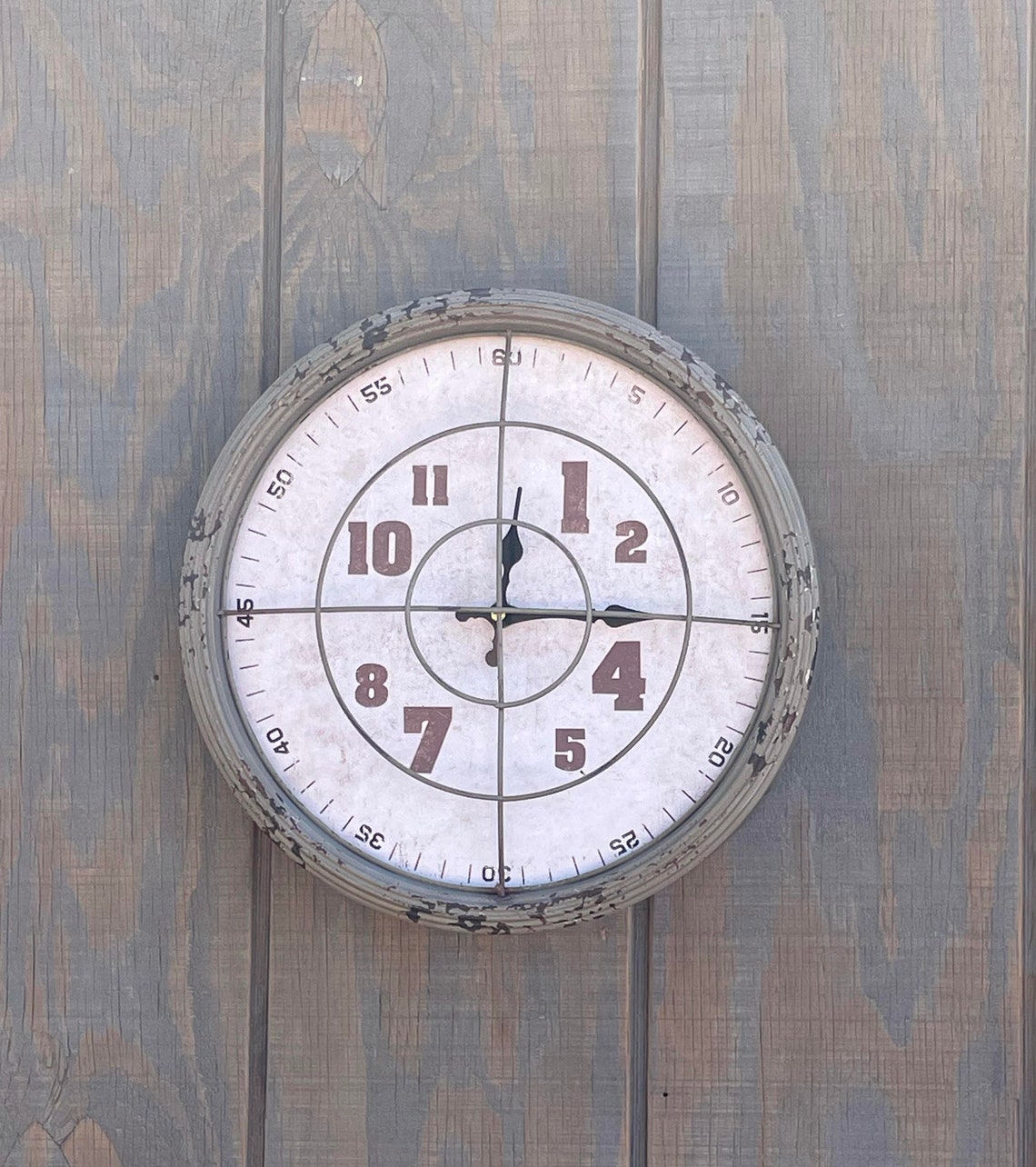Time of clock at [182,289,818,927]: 12:14
